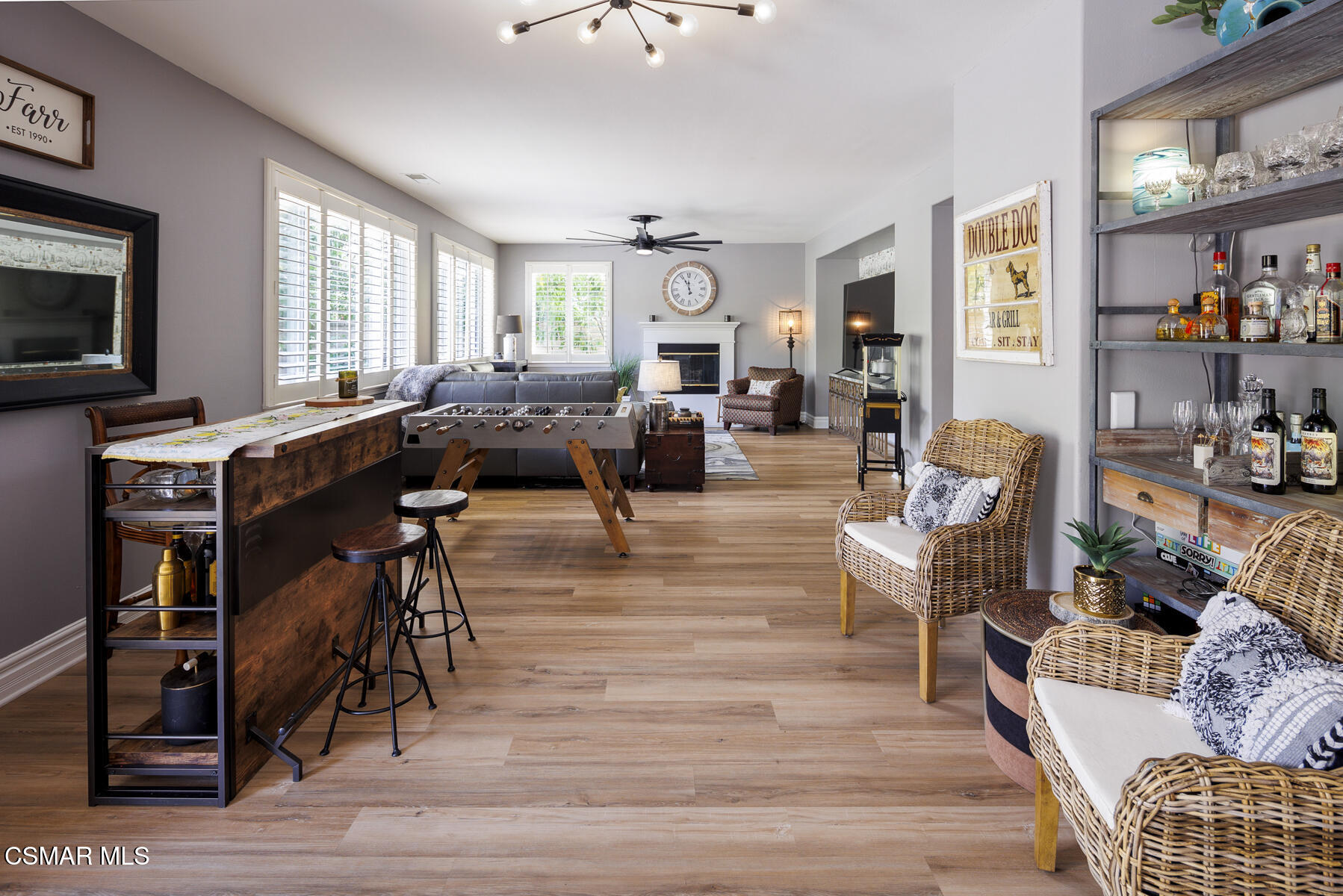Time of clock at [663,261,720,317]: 11:55
